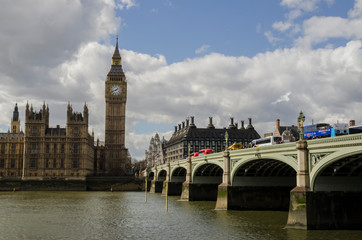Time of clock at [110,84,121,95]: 1:41
